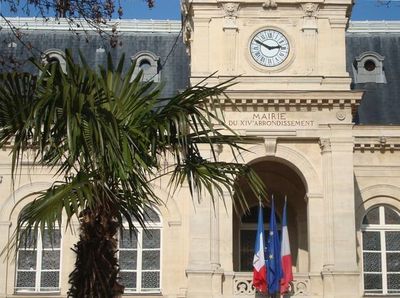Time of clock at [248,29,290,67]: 2:49
